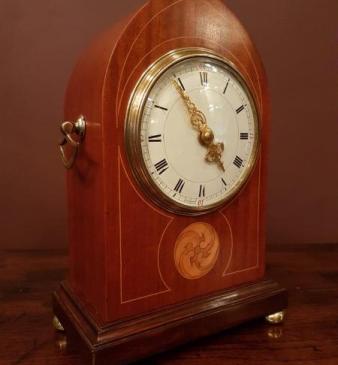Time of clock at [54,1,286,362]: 4:54
